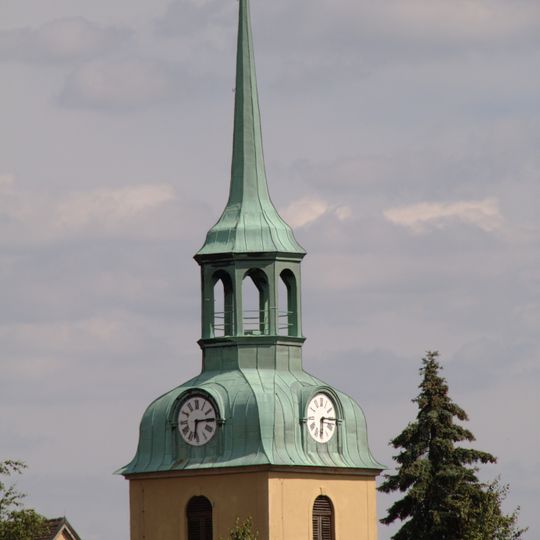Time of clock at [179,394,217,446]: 6:14
